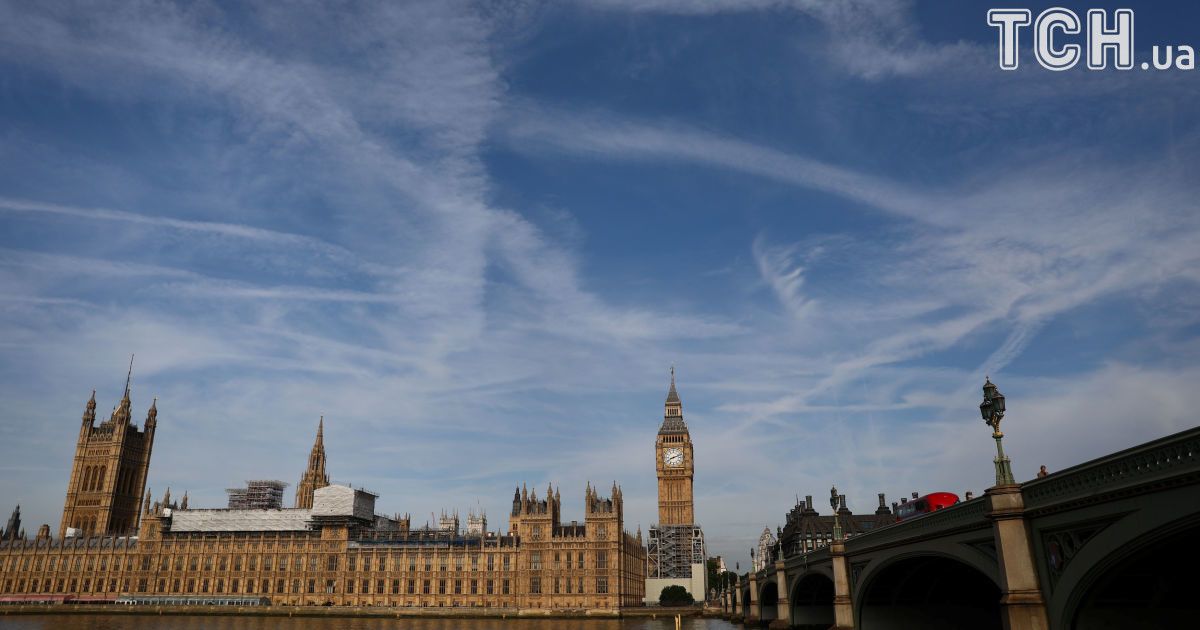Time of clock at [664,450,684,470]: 8:11
